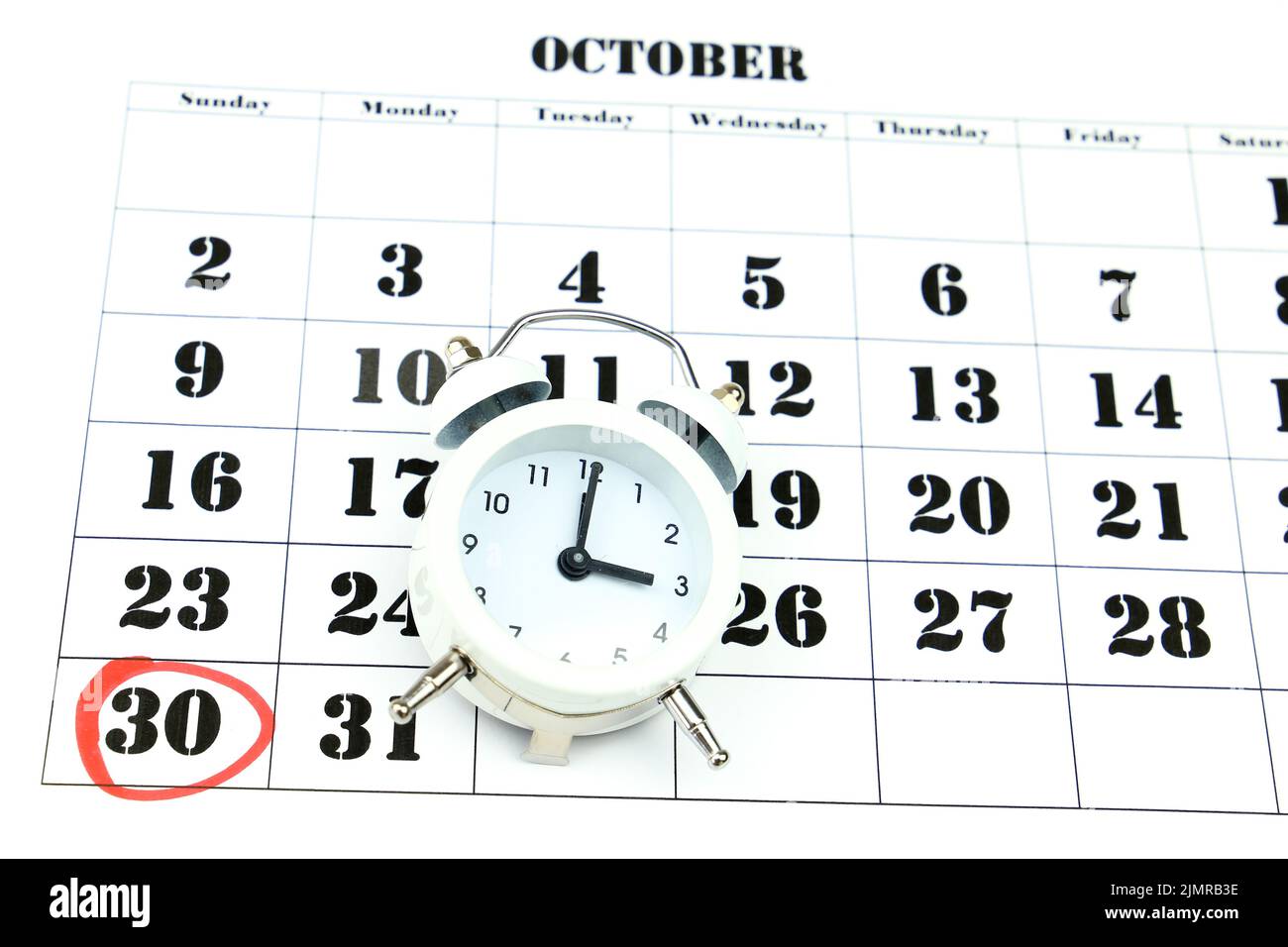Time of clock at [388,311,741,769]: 3:00
